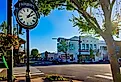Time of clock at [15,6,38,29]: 2:06
